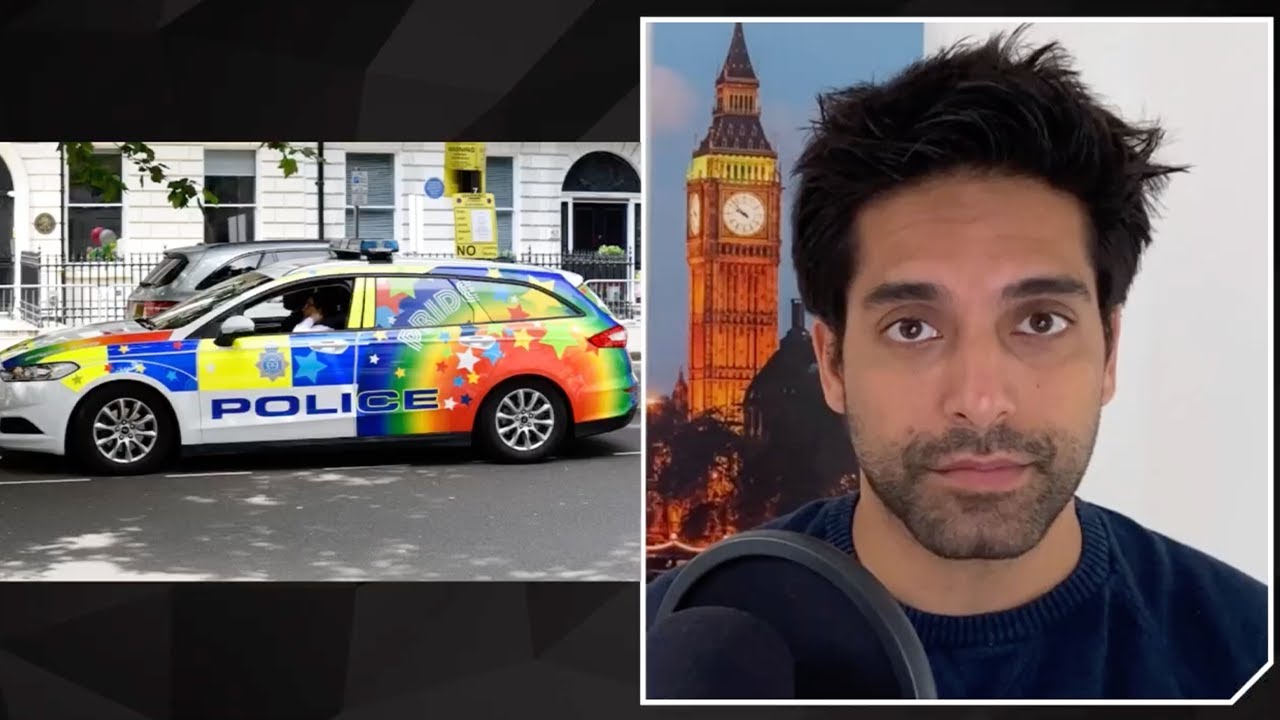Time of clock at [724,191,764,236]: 9:52
